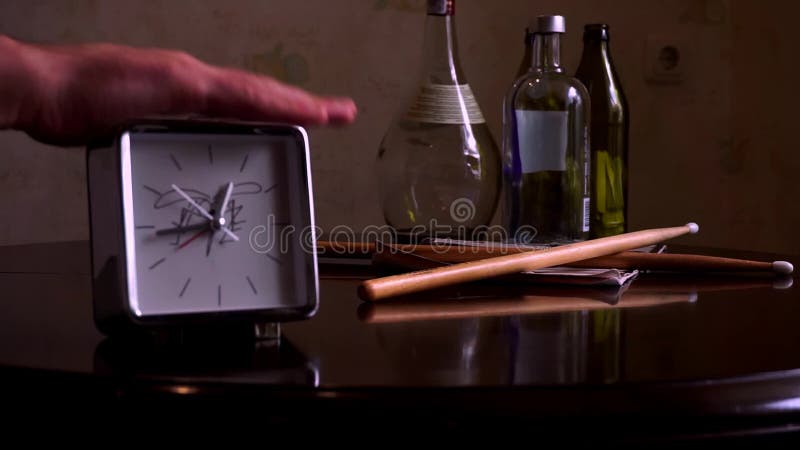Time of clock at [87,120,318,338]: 12:43
